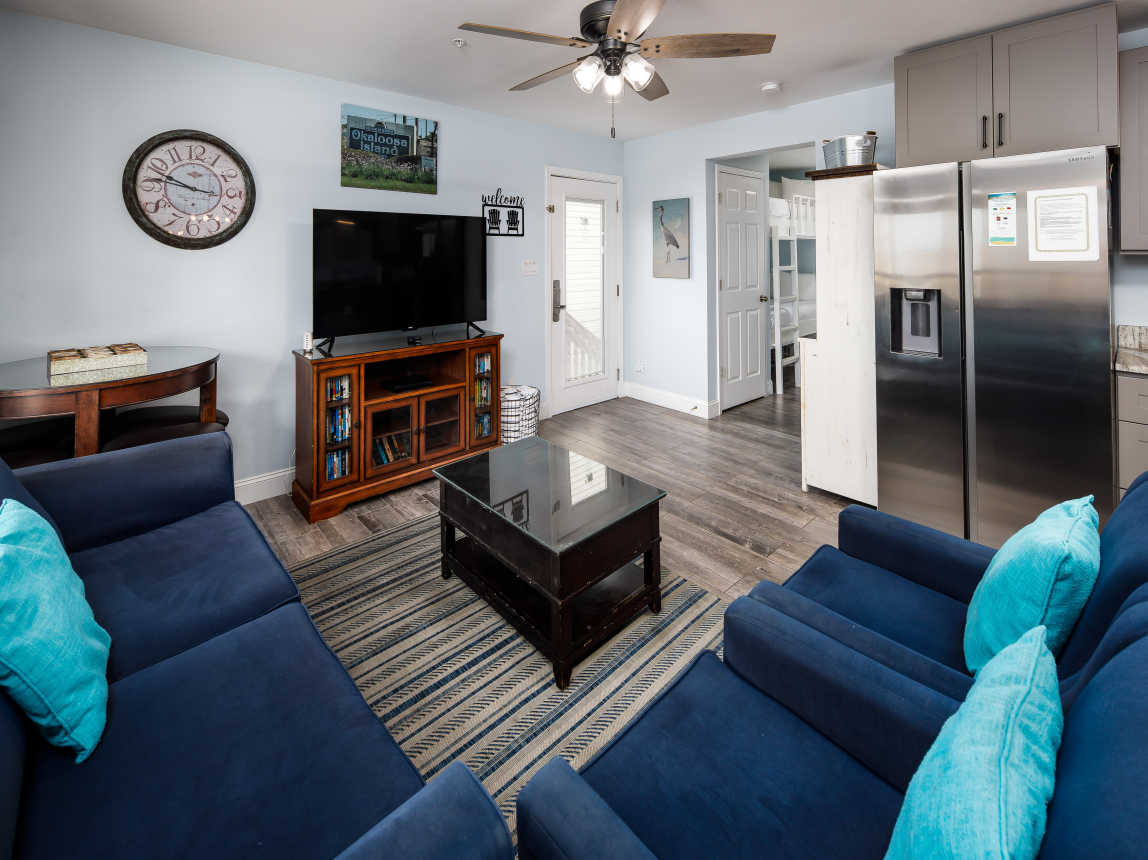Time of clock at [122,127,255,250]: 9:46
